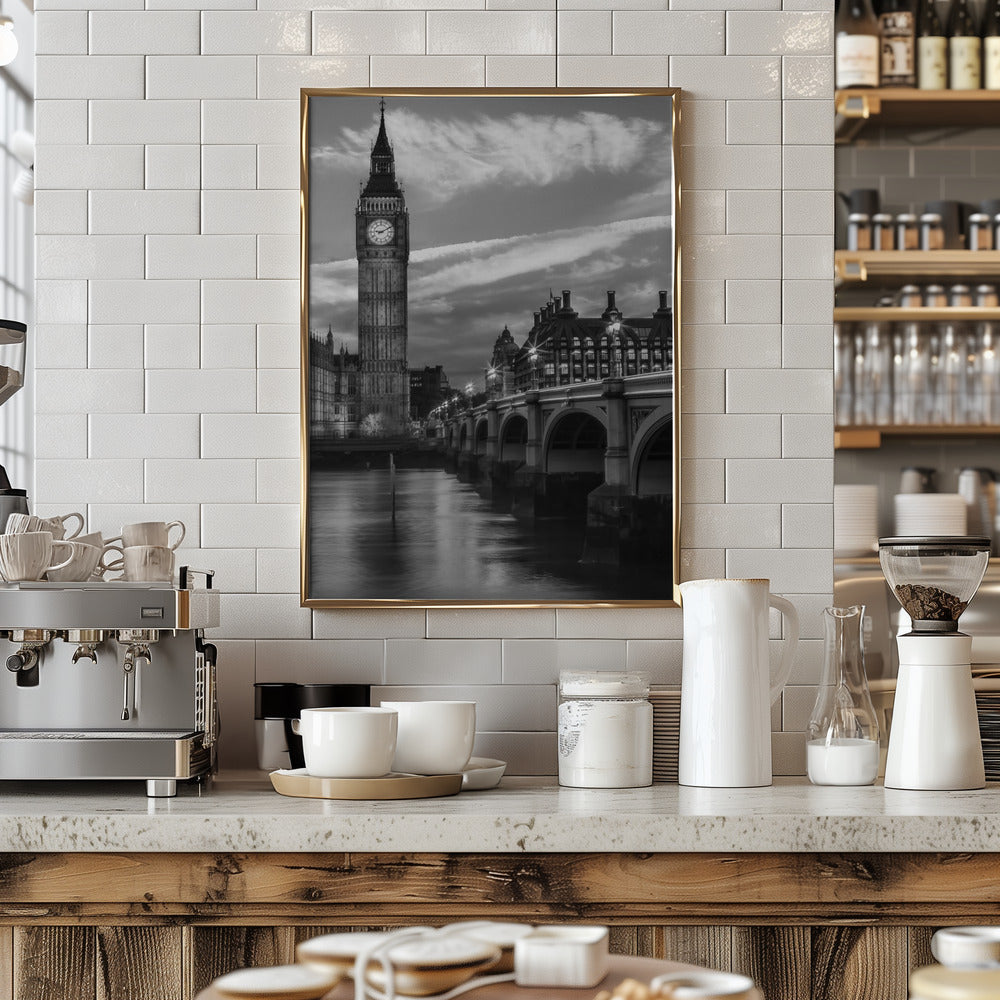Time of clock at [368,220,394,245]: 9:10
